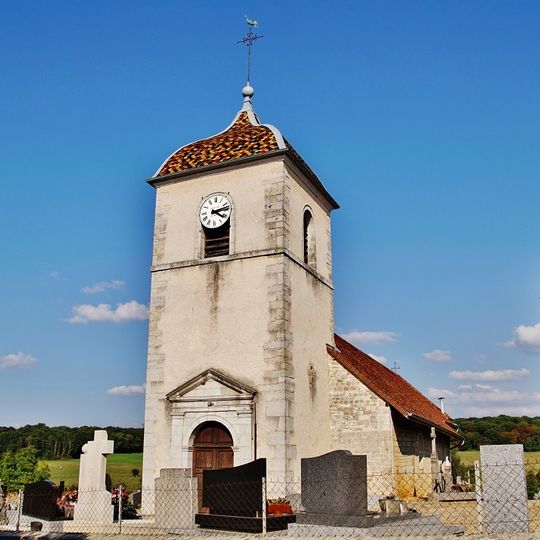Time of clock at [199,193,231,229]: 4:12
